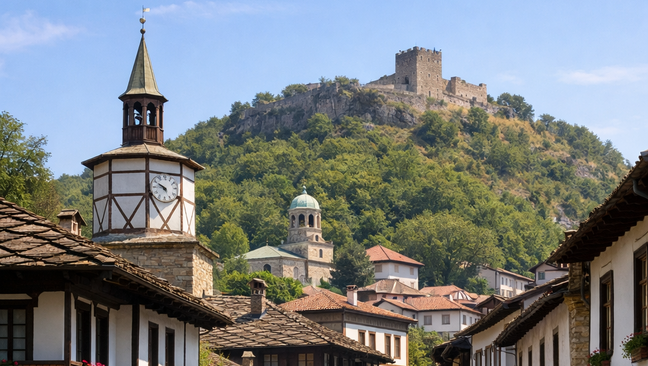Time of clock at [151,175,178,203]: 4:50
